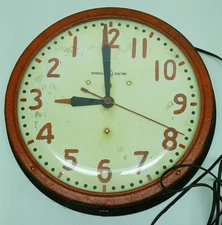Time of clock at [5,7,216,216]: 8:59
